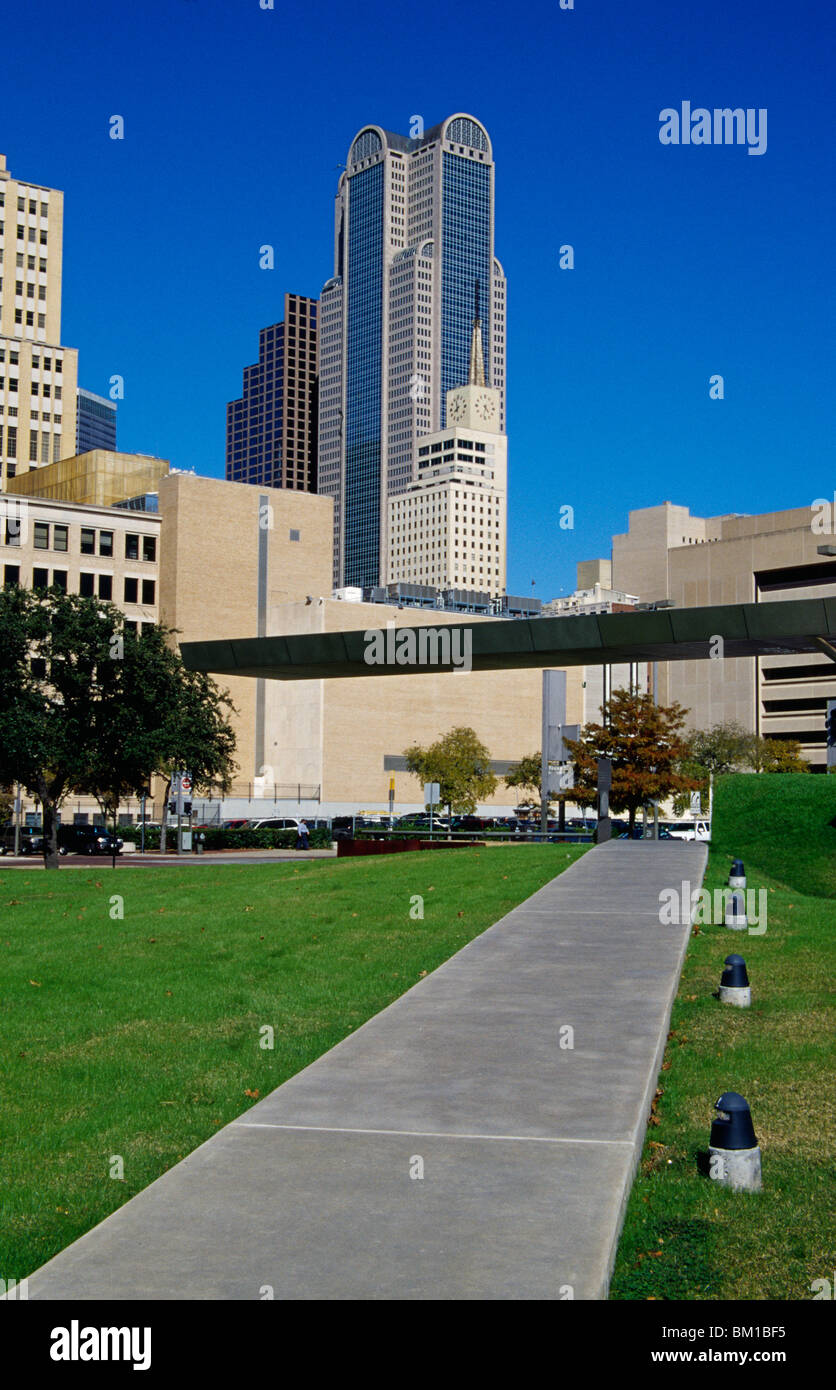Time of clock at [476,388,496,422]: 4:32
